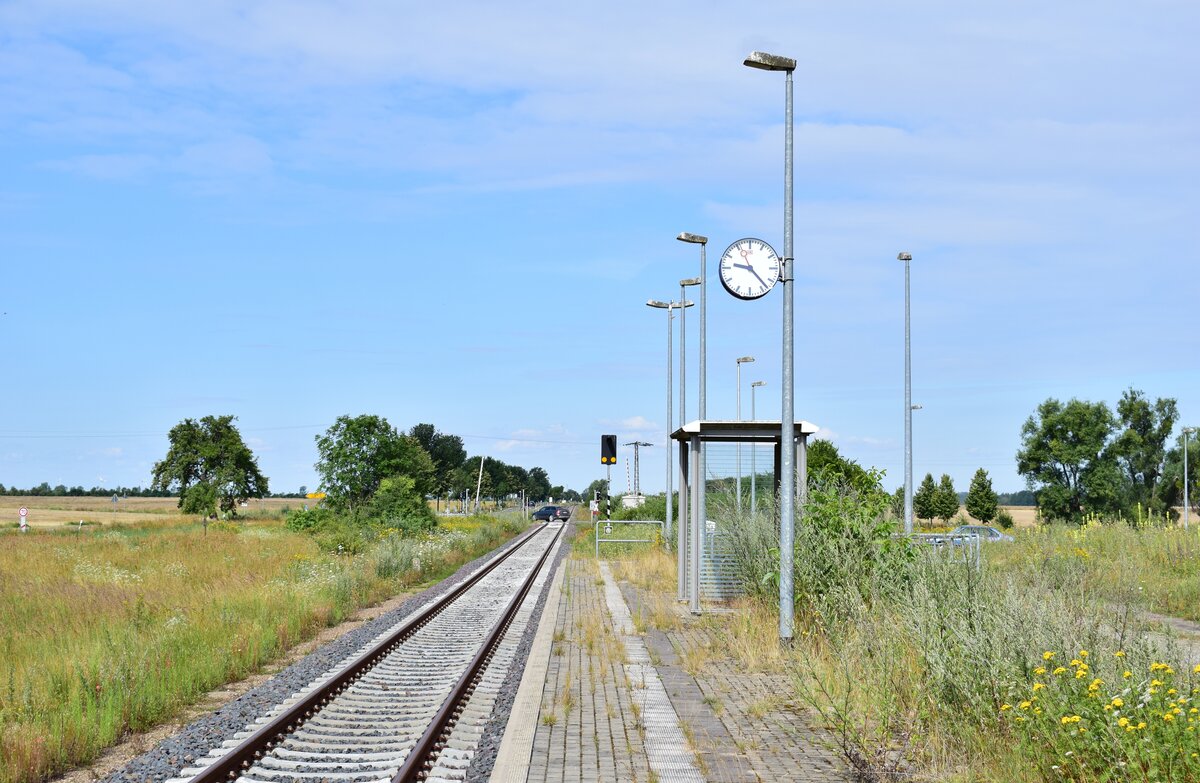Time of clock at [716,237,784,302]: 9:23
